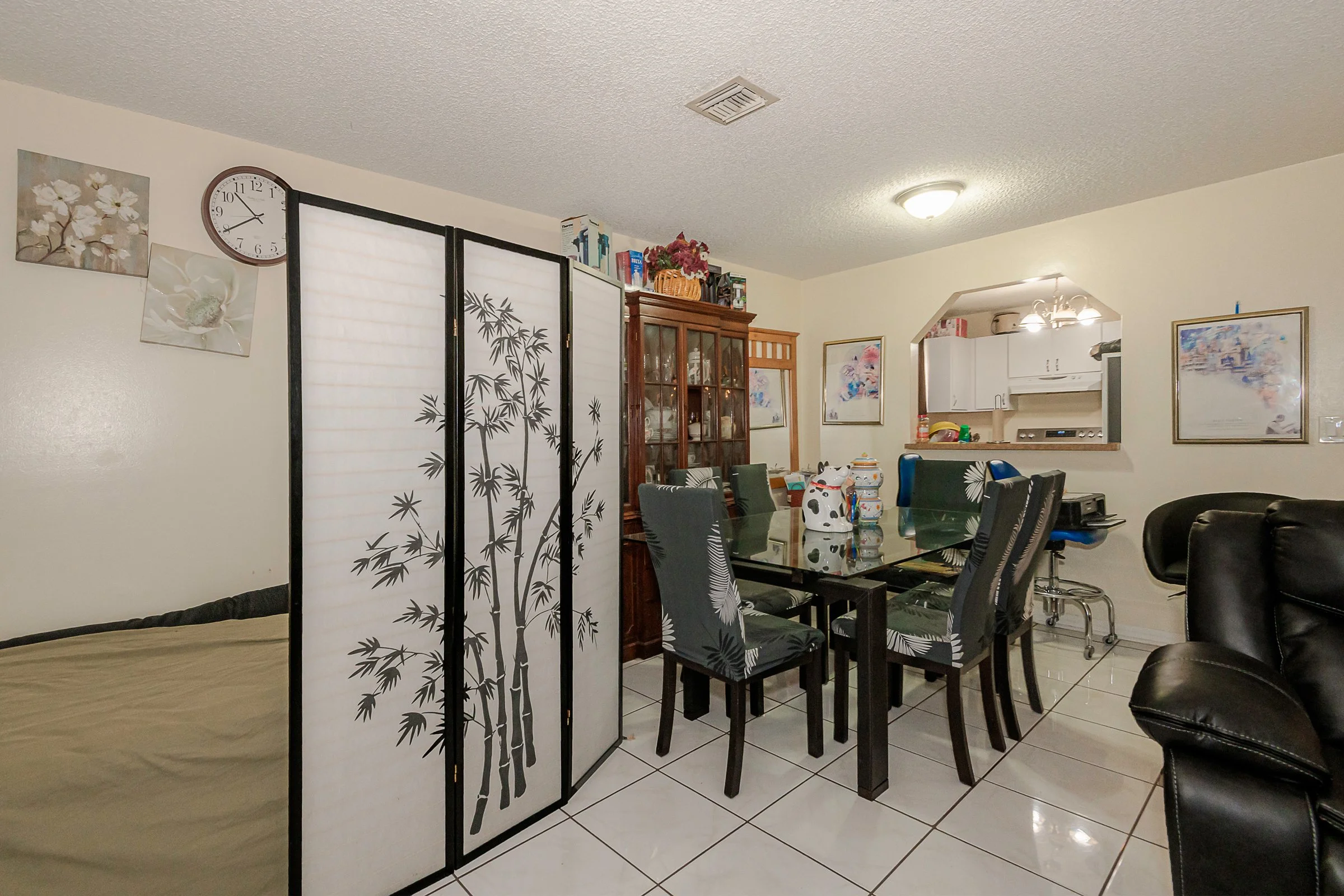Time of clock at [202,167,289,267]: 10:39
